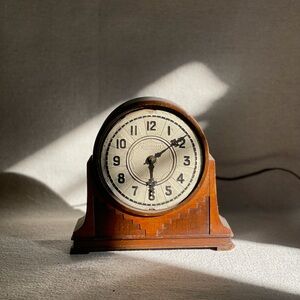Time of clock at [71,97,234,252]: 6:09
